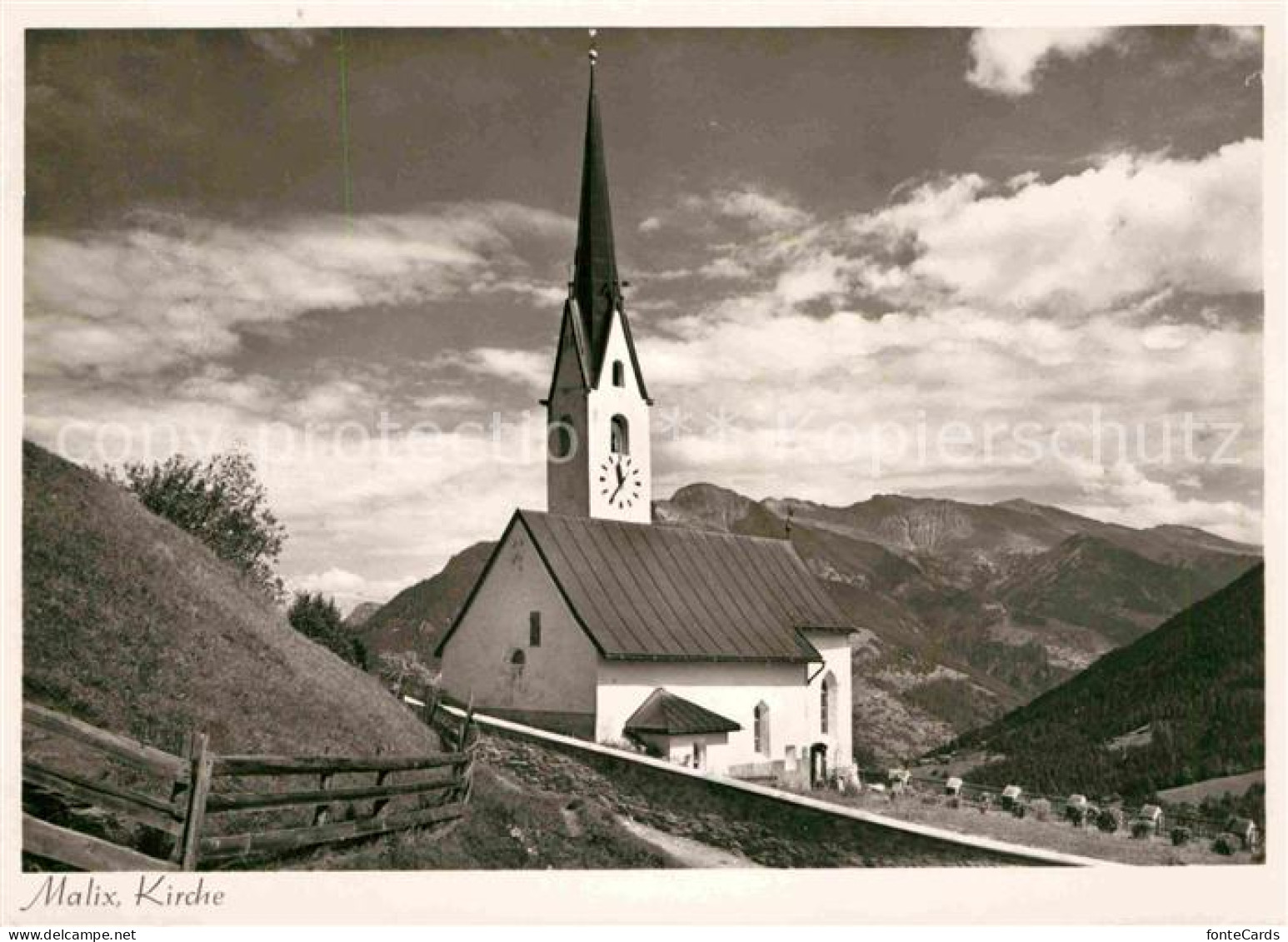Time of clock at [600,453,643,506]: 11:35
